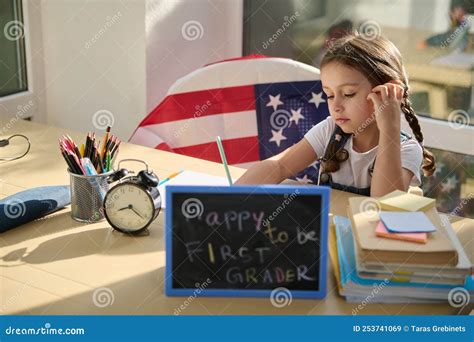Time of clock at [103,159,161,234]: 8:21
